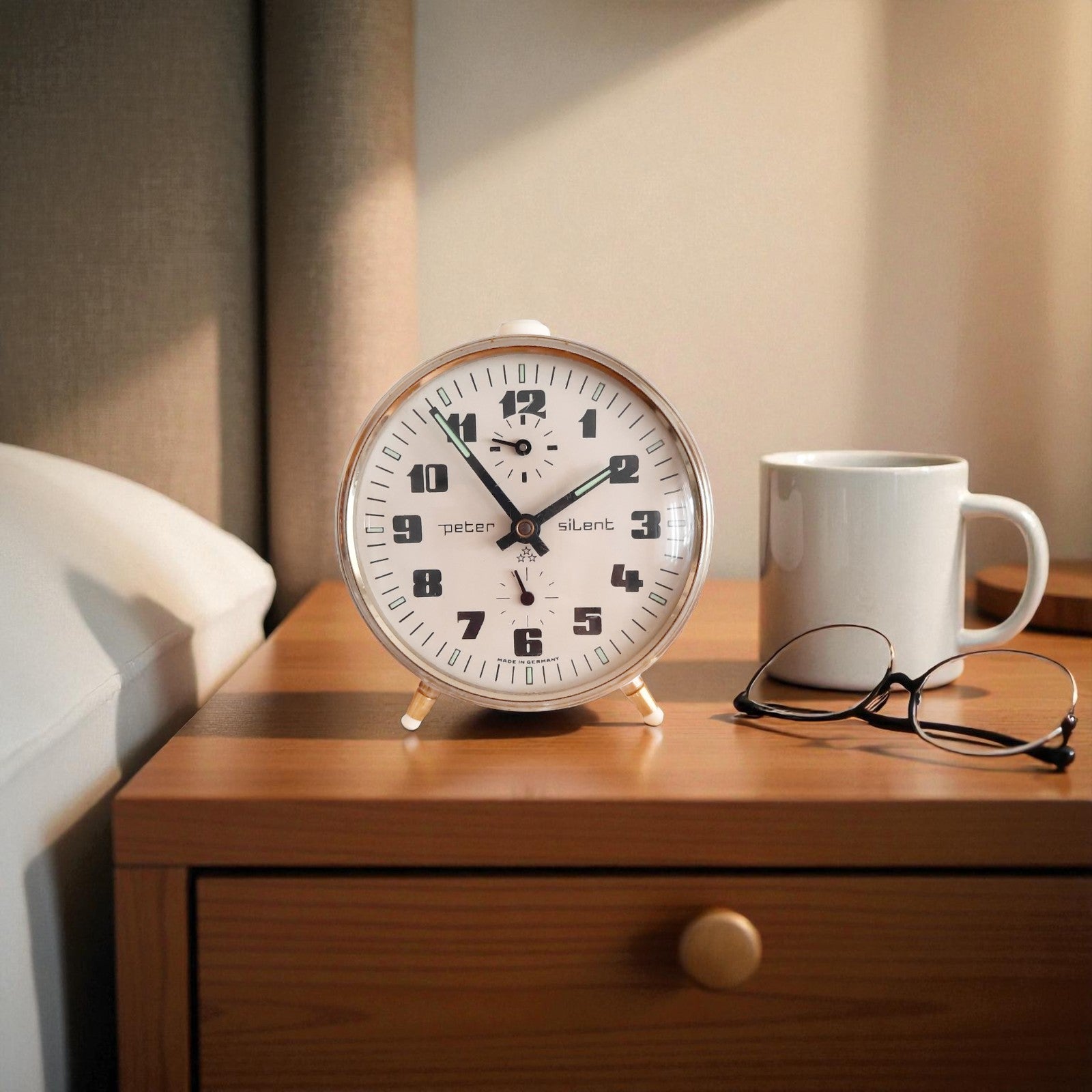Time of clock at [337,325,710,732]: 1:54
